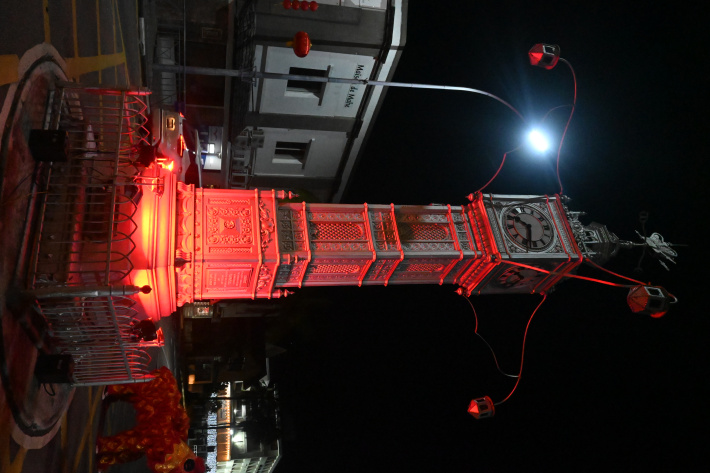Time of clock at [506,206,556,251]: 6:50
